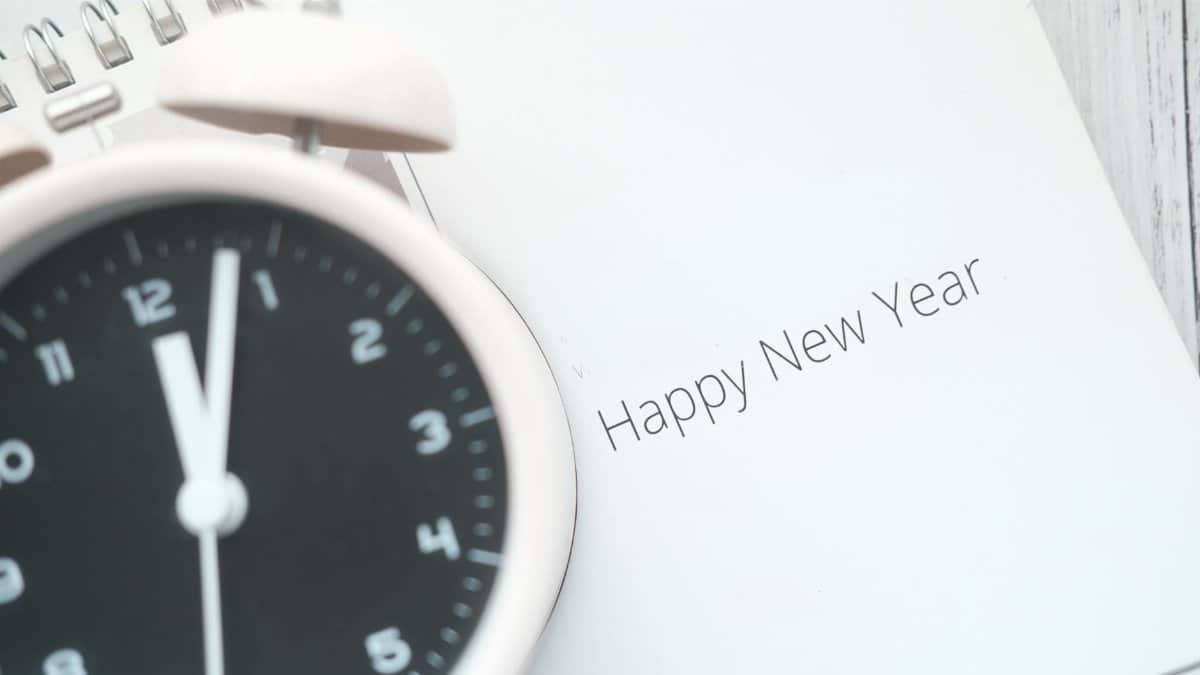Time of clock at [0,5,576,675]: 12:03
